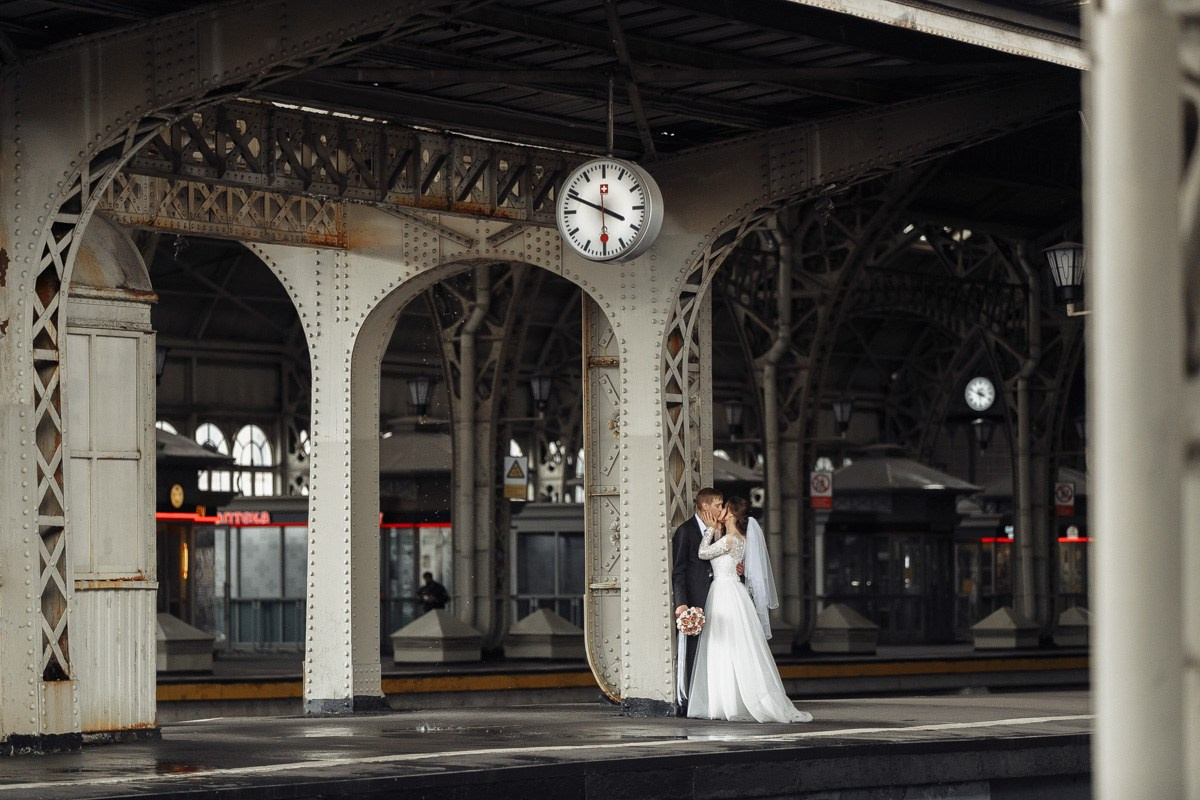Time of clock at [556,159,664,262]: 3:48
